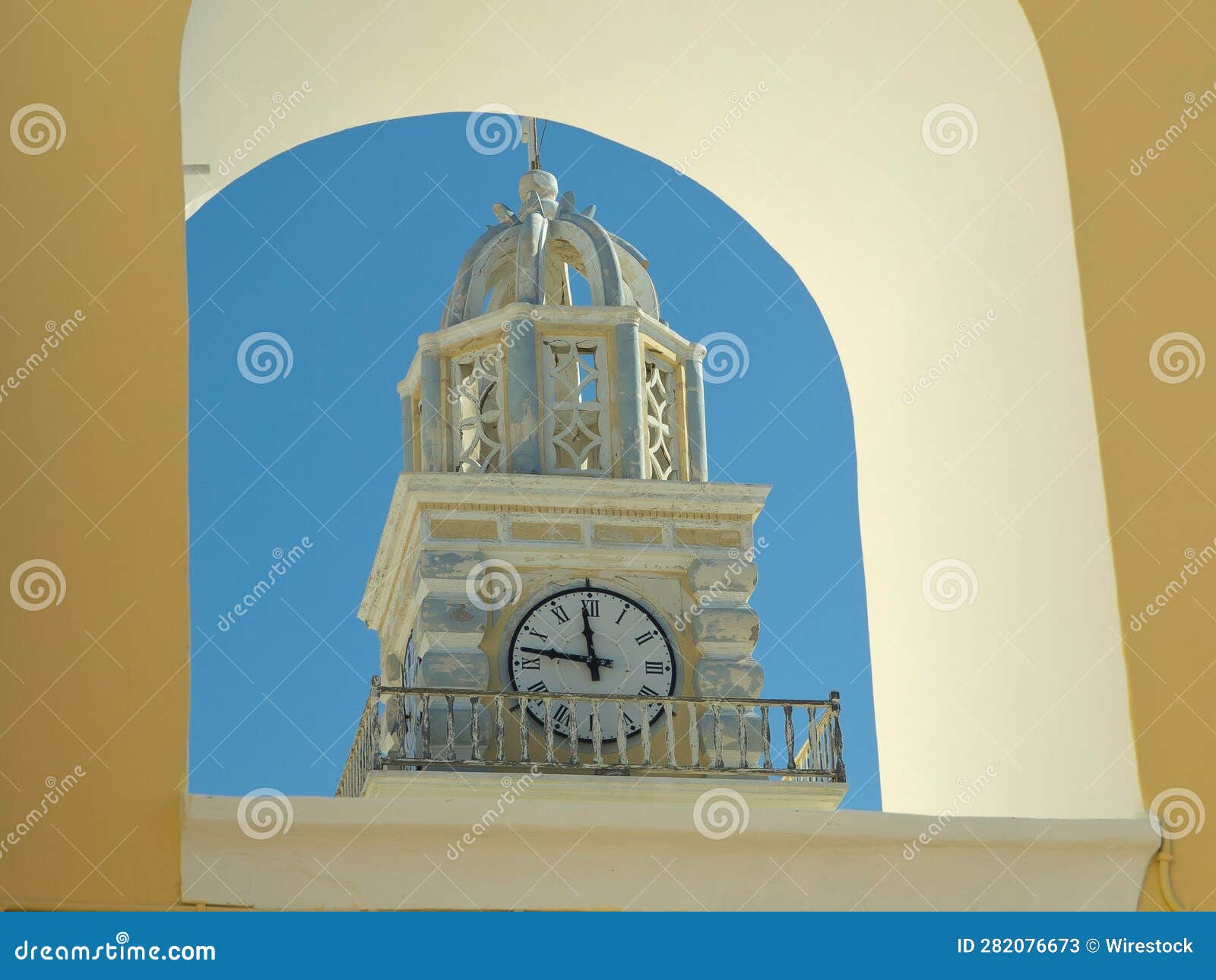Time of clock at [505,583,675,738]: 11:46
